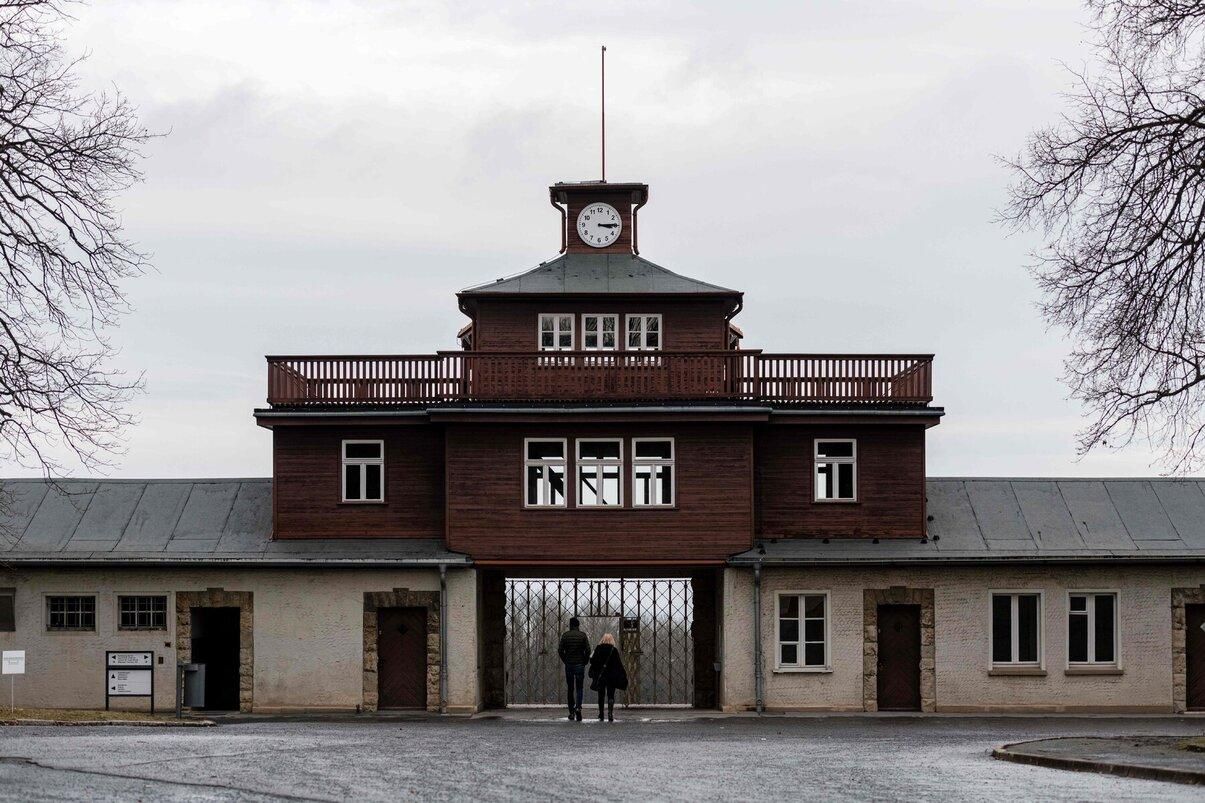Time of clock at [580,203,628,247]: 3:14
